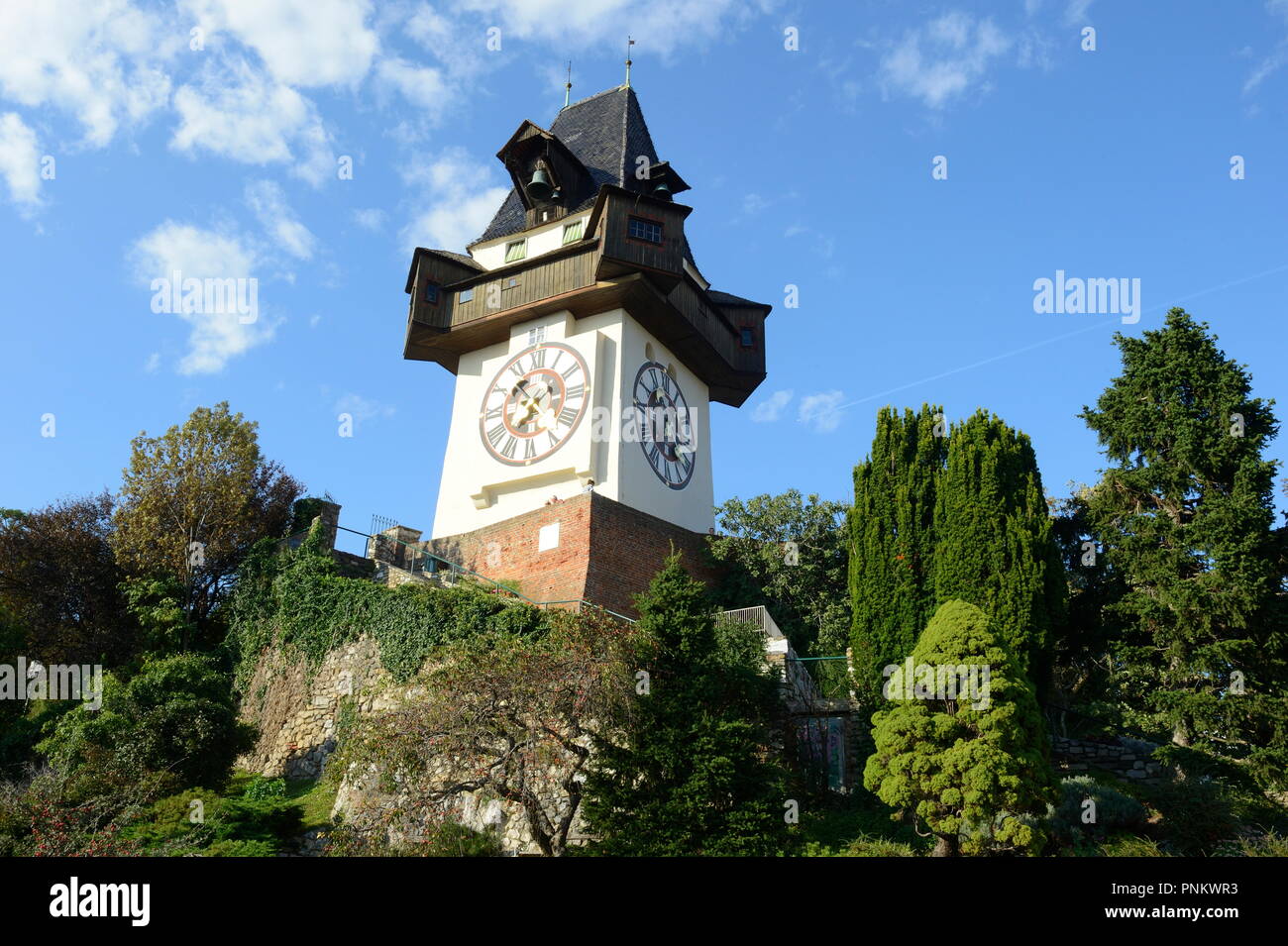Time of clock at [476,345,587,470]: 10:36
